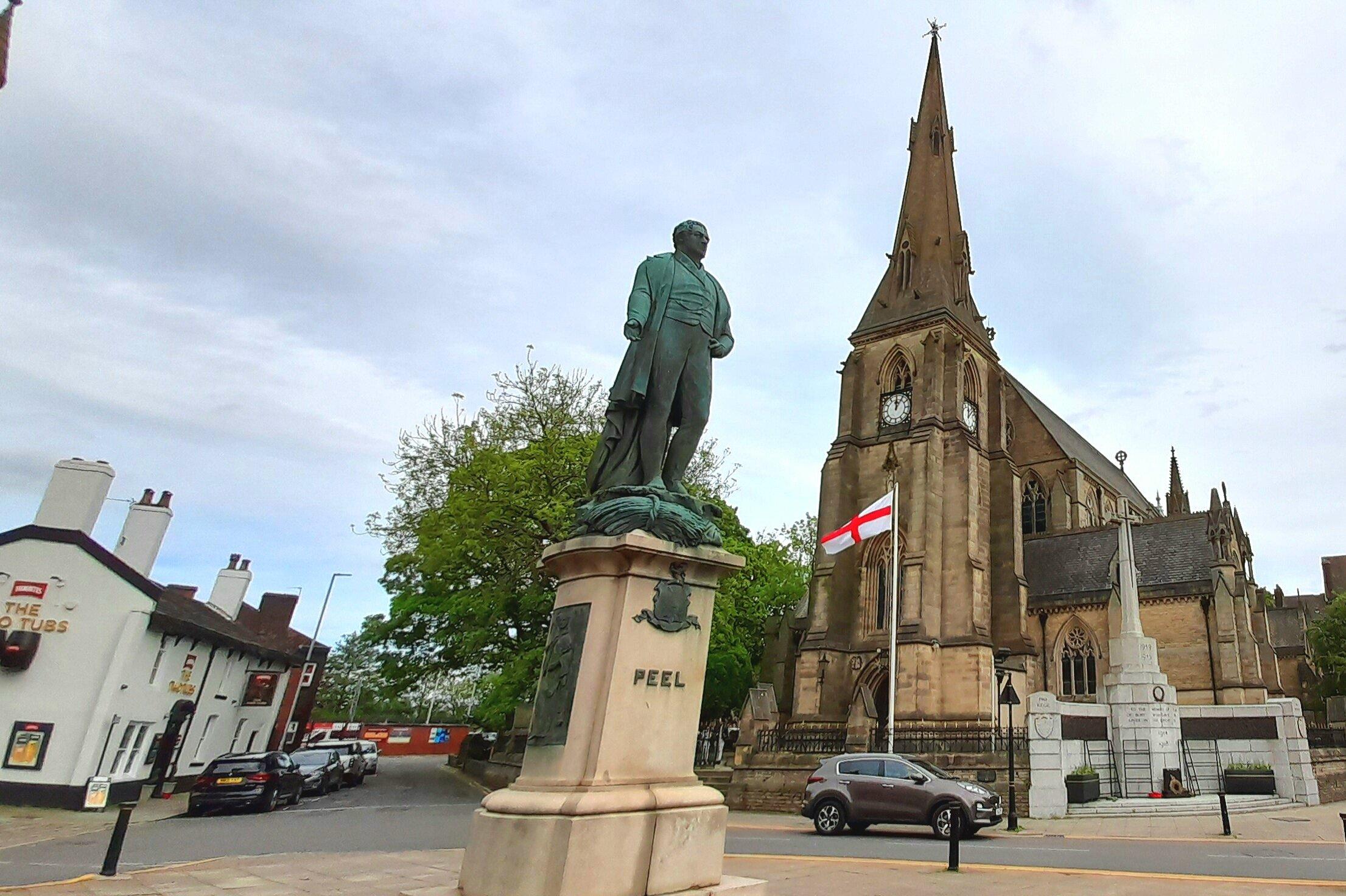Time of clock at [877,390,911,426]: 12:05
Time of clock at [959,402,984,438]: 12:07
